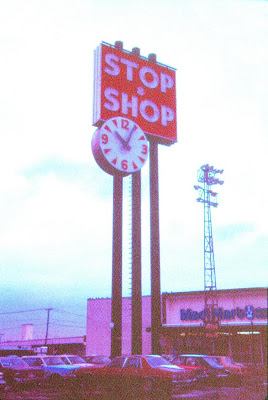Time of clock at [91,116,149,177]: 10:04
